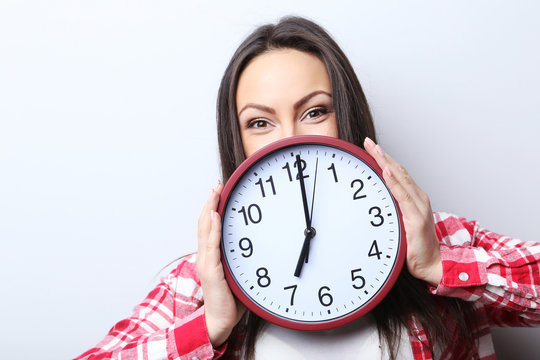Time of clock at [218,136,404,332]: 7:00
